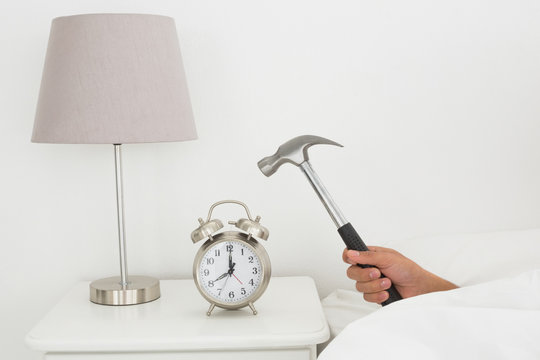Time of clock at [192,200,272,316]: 8:00
